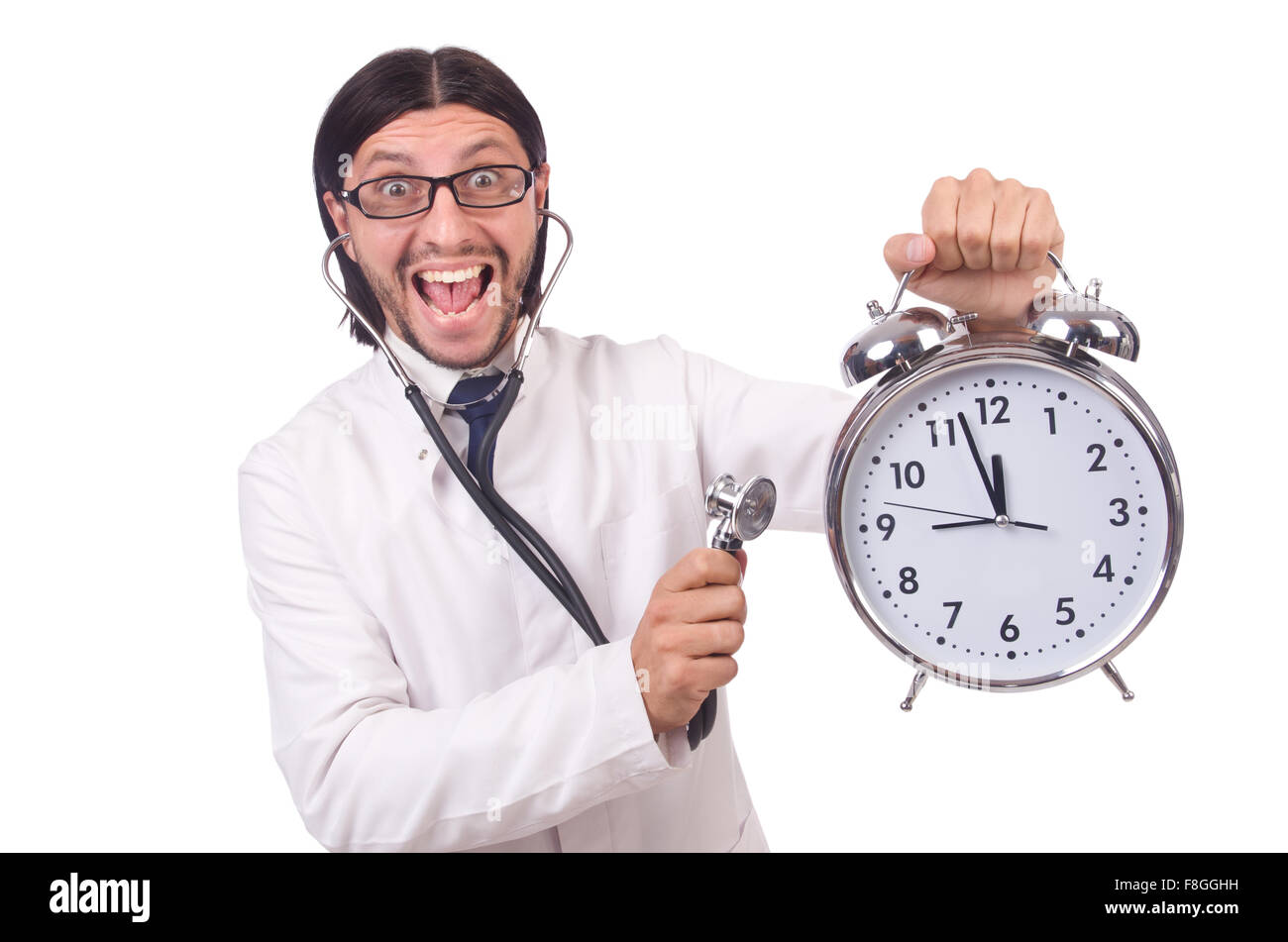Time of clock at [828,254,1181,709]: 8:57
